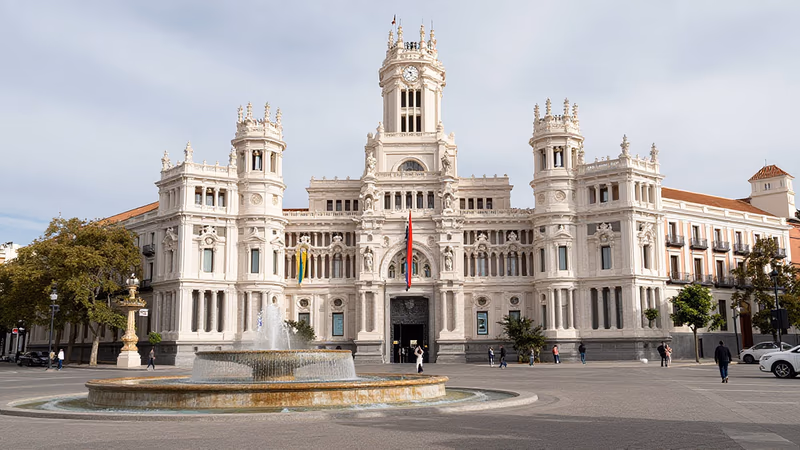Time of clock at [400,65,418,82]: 11:37
